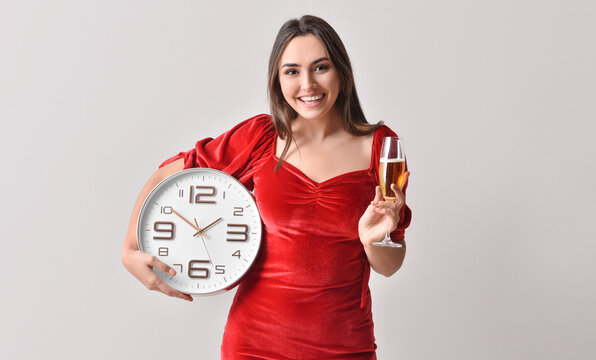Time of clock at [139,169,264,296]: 1:50
